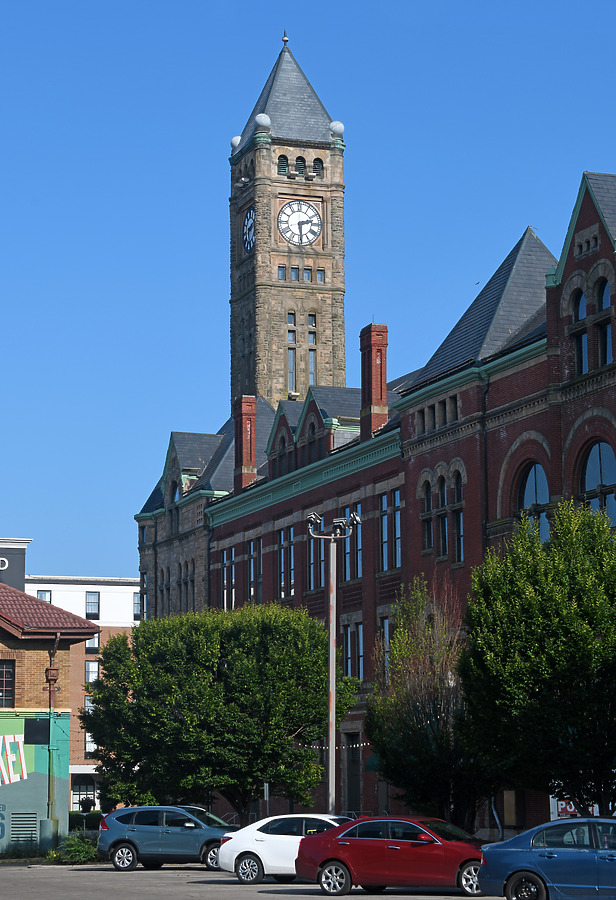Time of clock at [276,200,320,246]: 2:29
